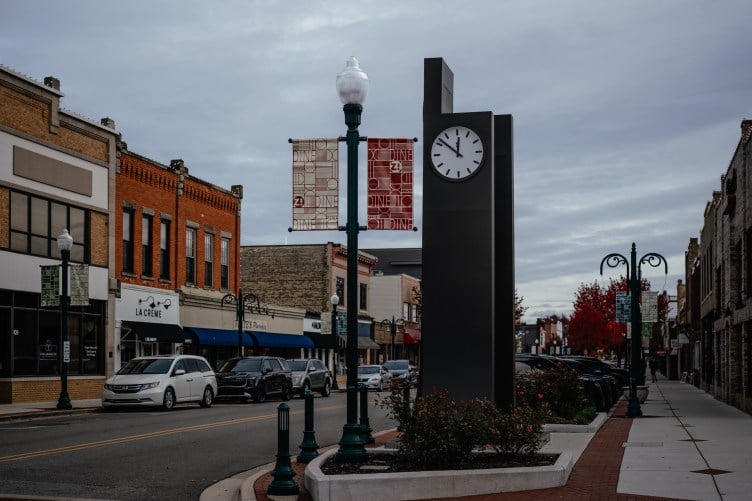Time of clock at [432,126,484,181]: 11:51
